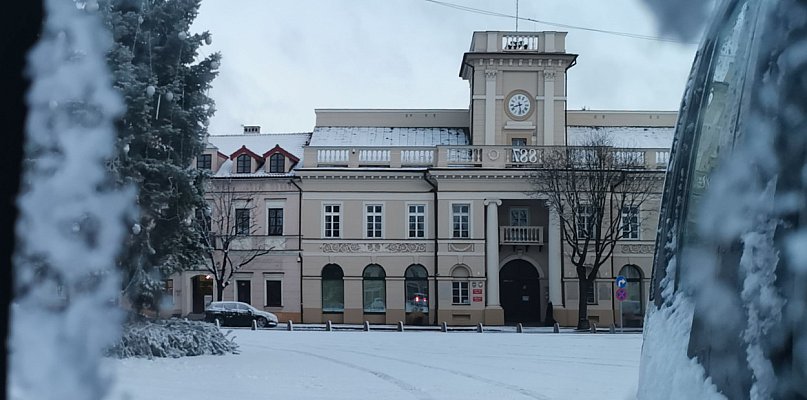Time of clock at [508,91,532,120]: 8:28
